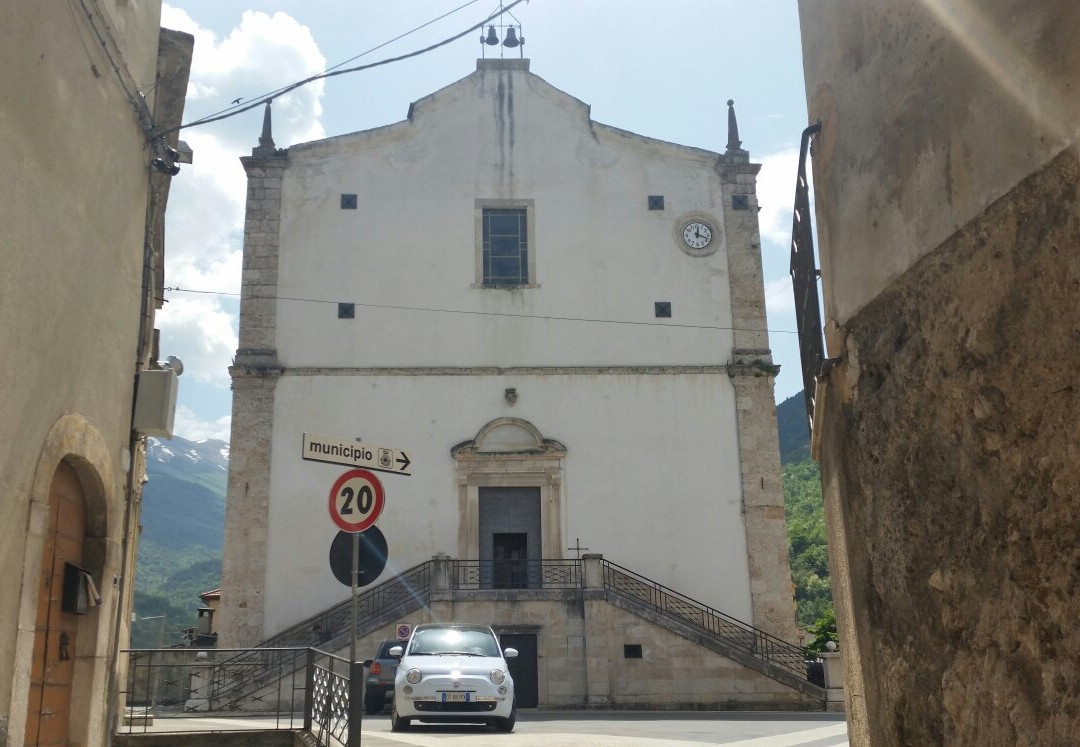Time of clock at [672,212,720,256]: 12:18
